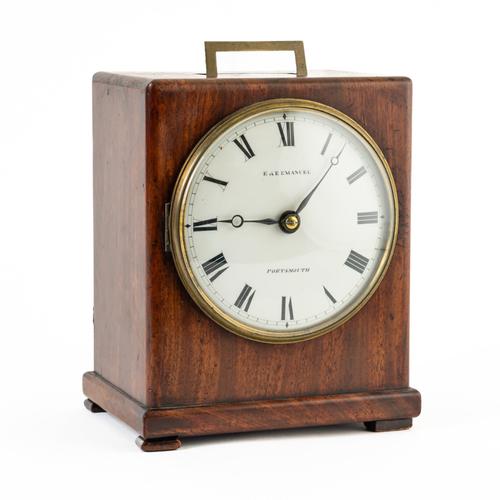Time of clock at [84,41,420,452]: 9:07
